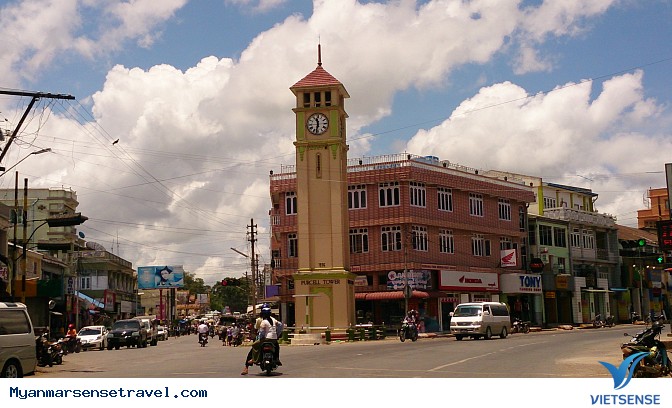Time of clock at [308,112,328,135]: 11:32
